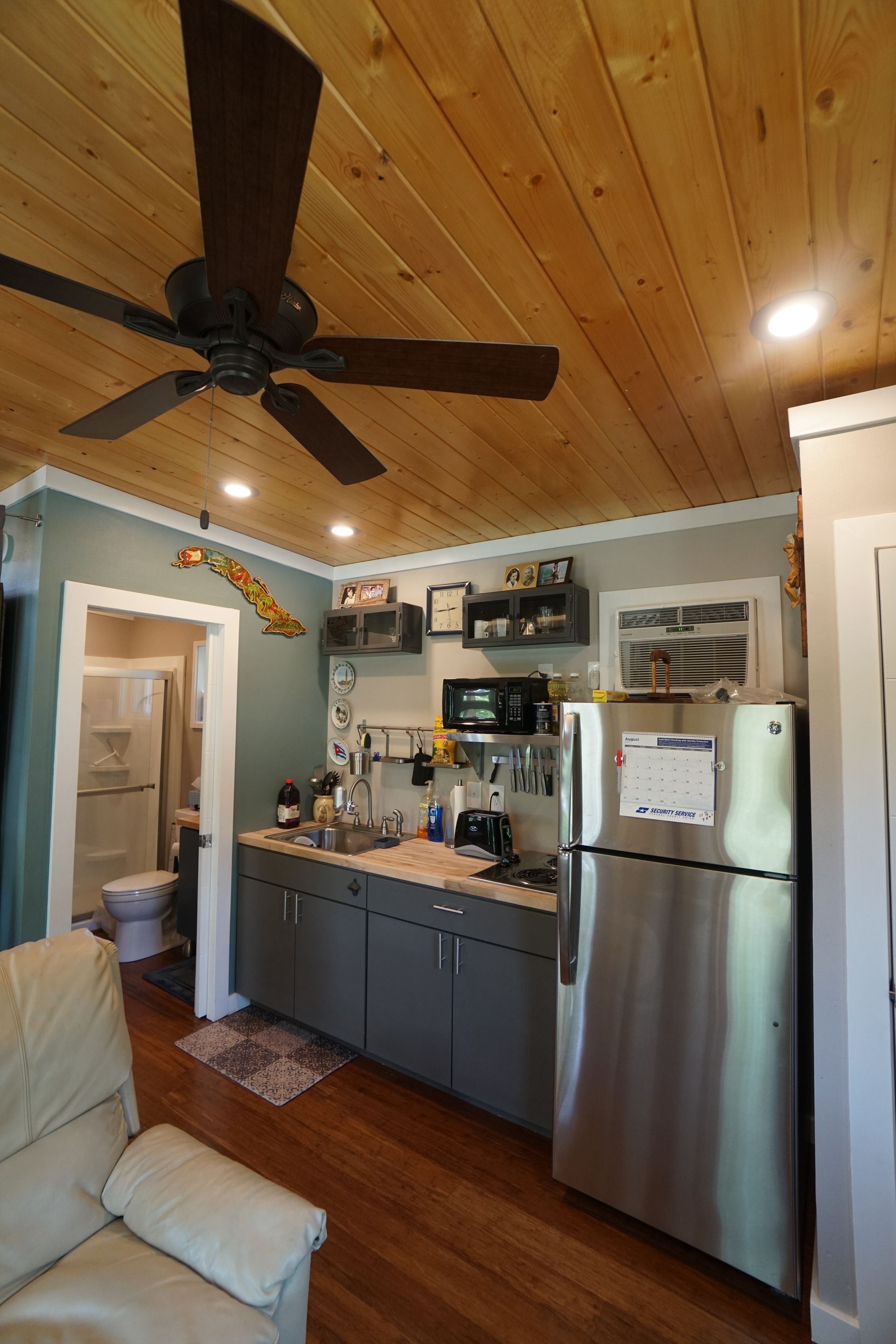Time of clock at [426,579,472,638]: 2:44
